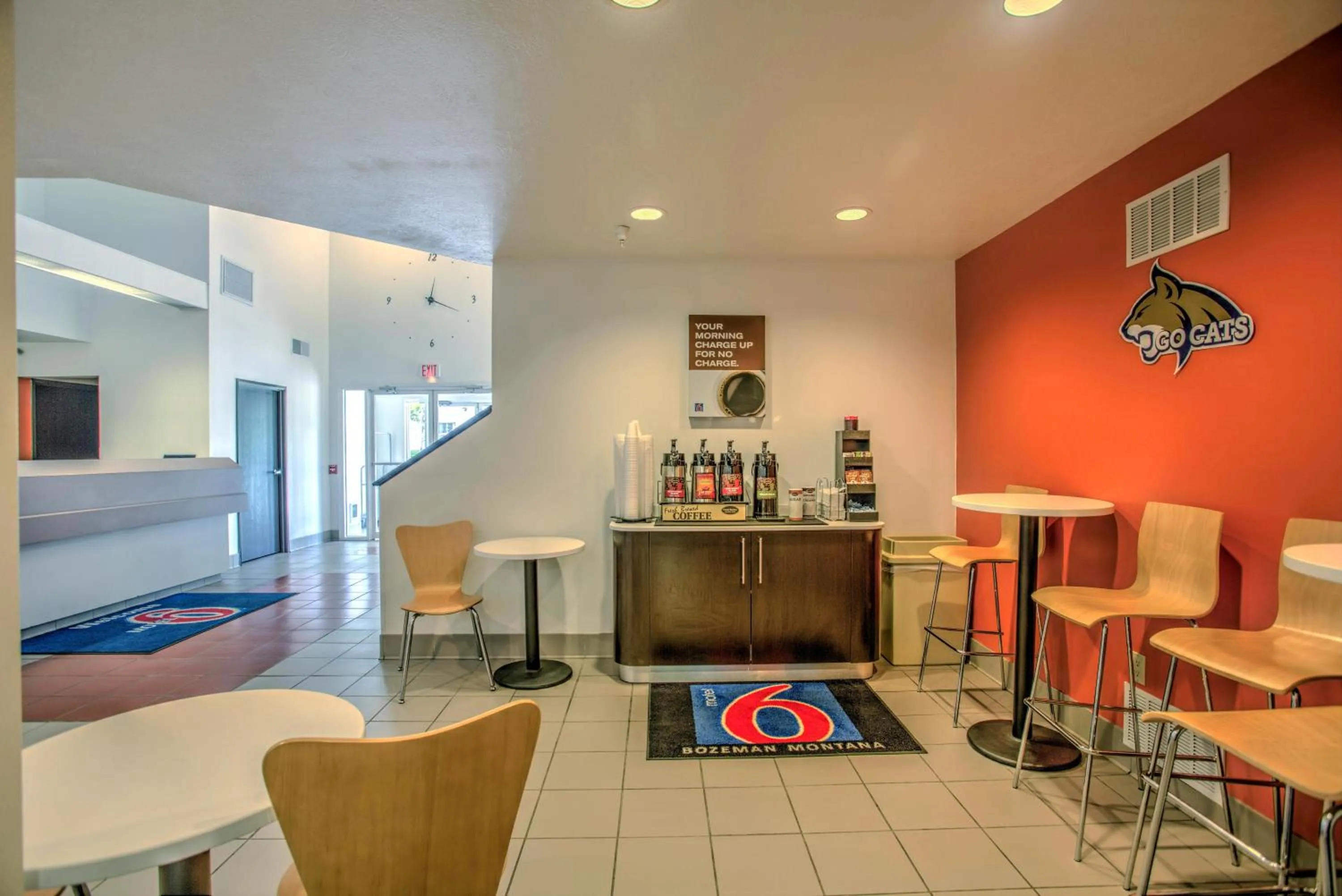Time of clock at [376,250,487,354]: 12:18
